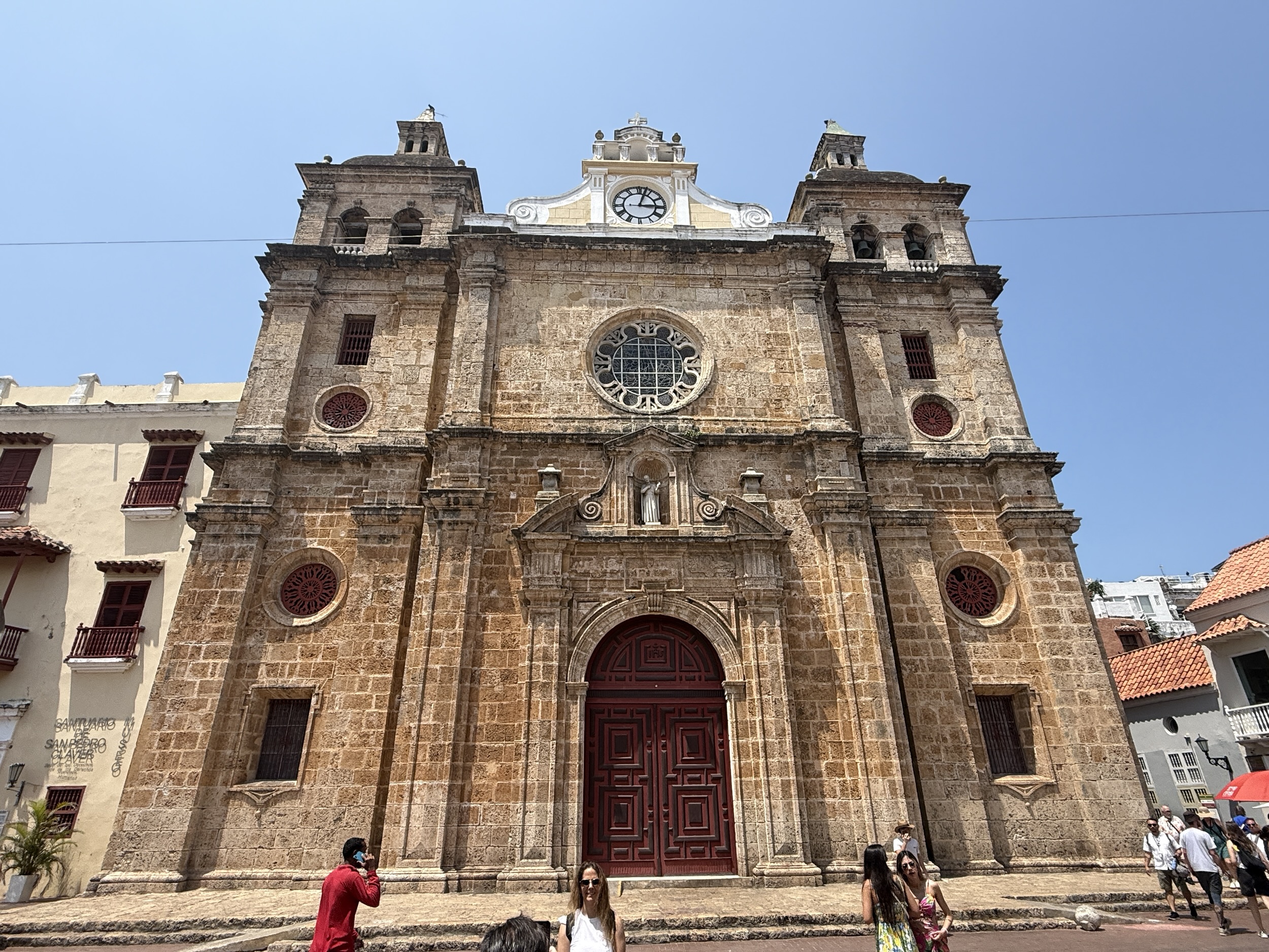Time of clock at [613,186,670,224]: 3:02
